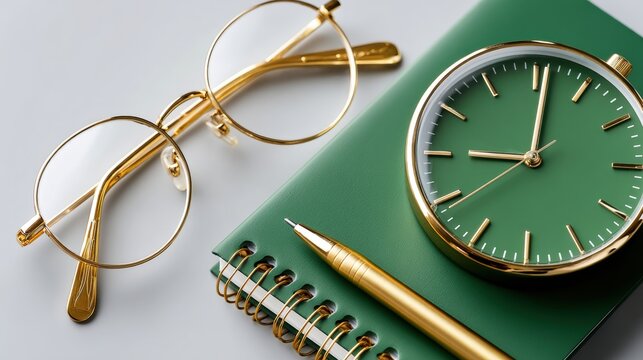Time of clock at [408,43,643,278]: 9:01
